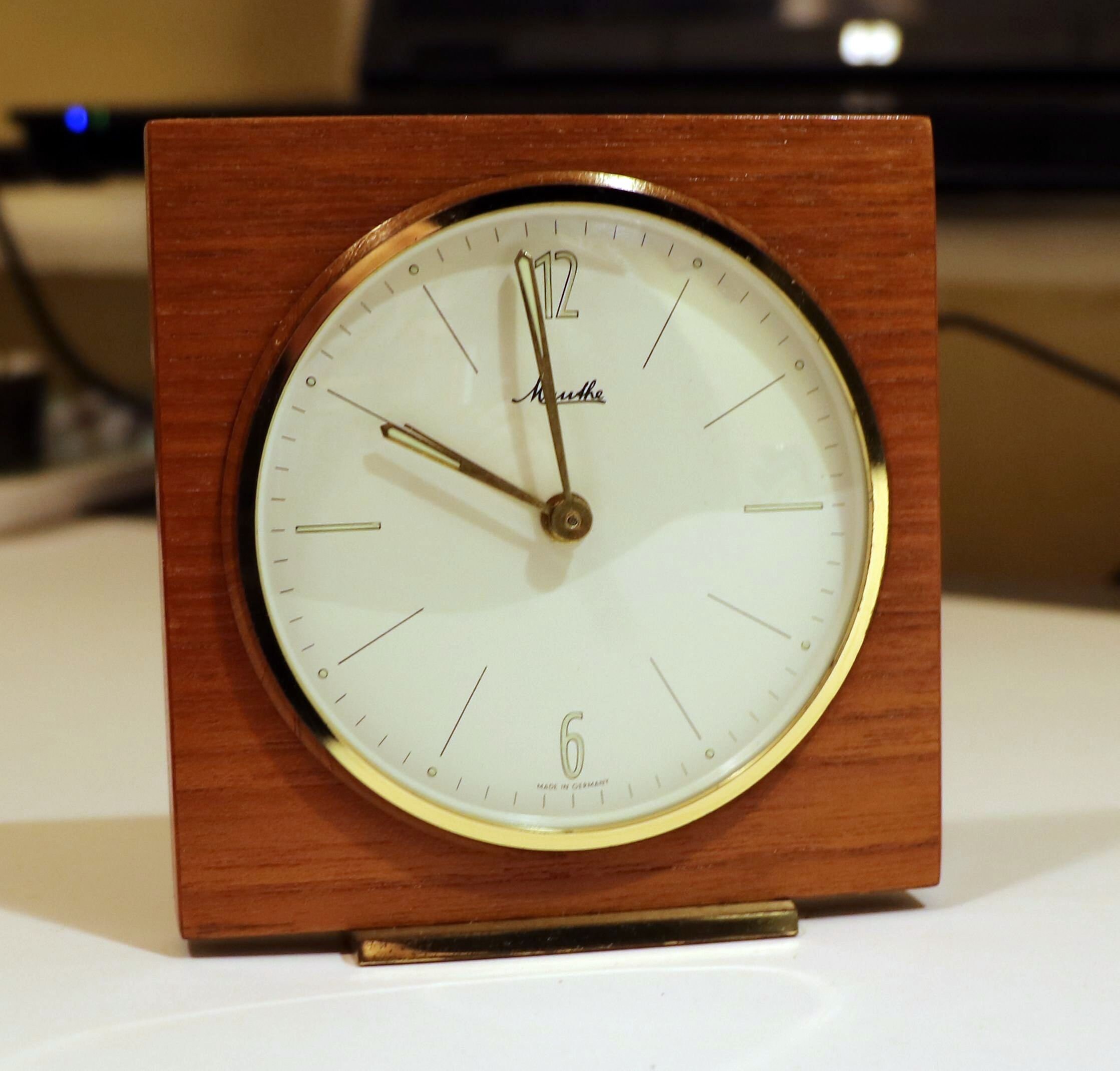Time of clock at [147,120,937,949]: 9:58
